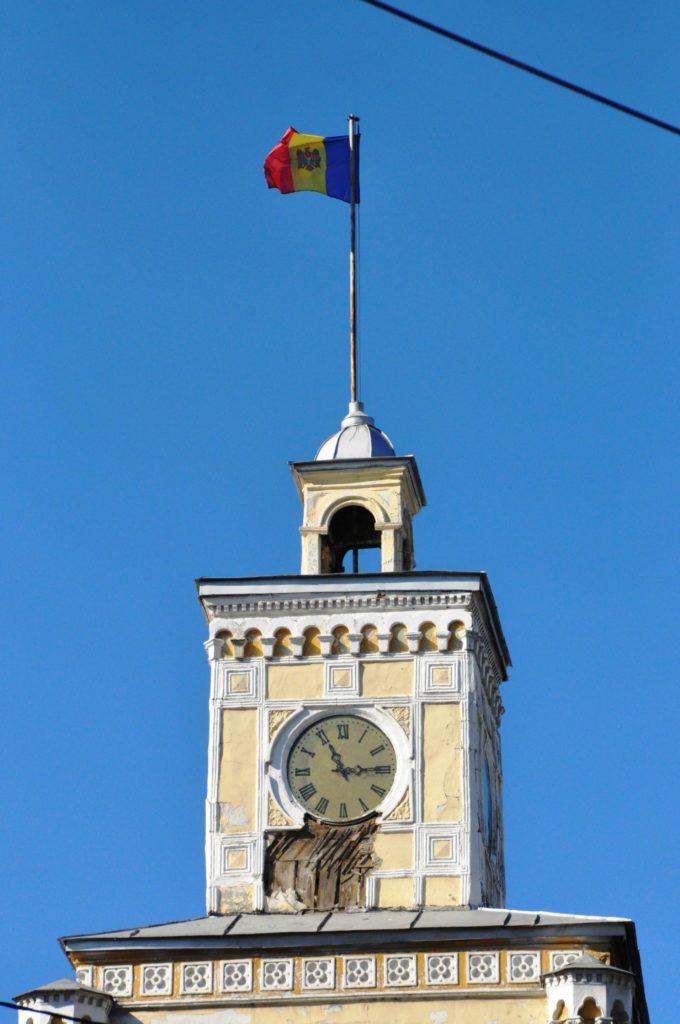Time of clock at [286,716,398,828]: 11:14
